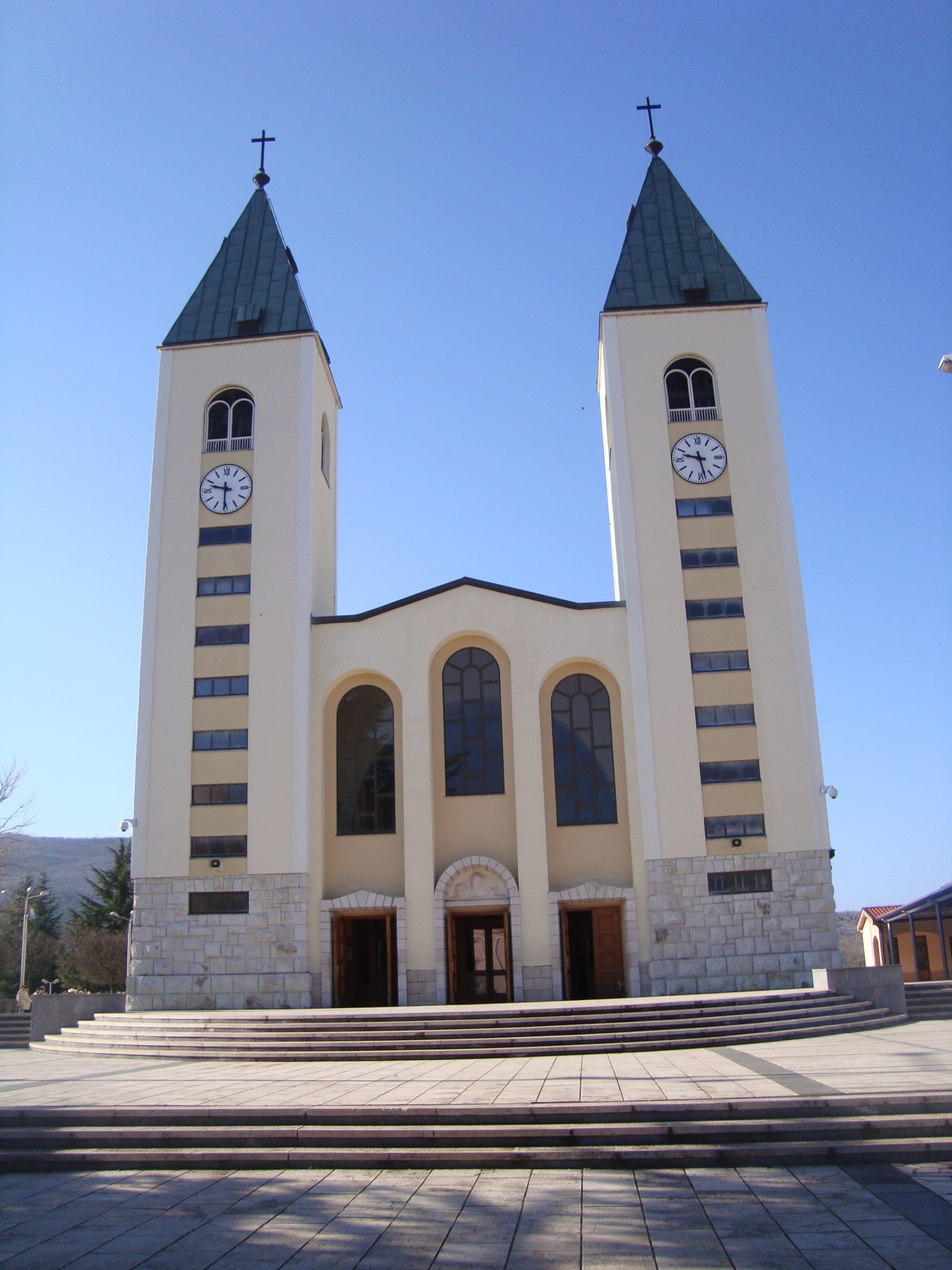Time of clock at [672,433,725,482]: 9:28
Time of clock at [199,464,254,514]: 9:30
